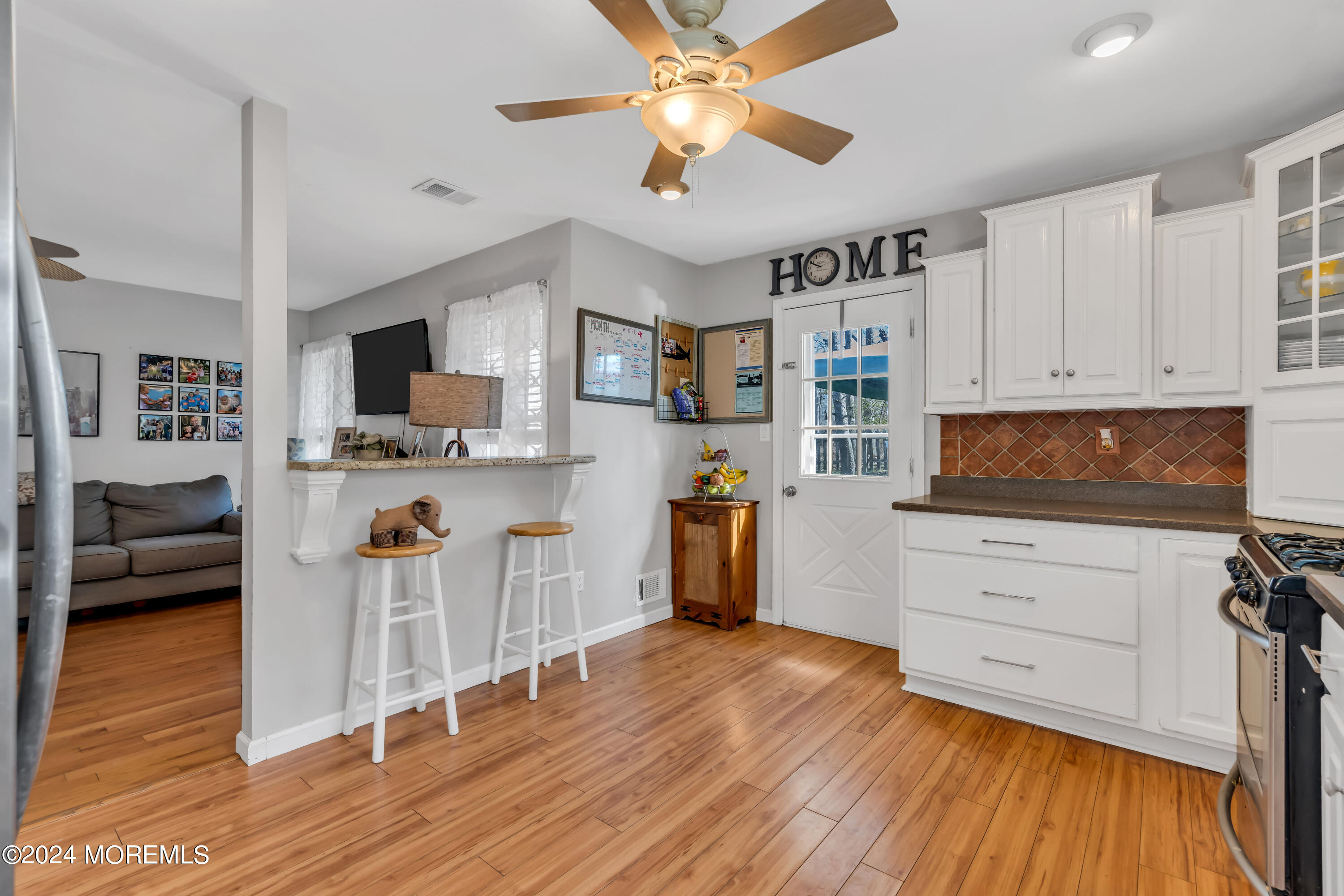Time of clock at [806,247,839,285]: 9:49
